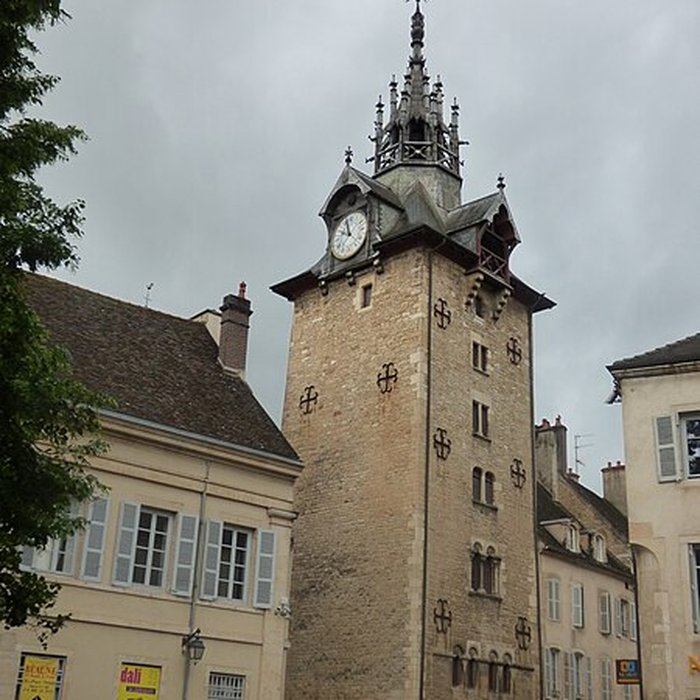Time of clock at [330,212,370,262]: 9:57
